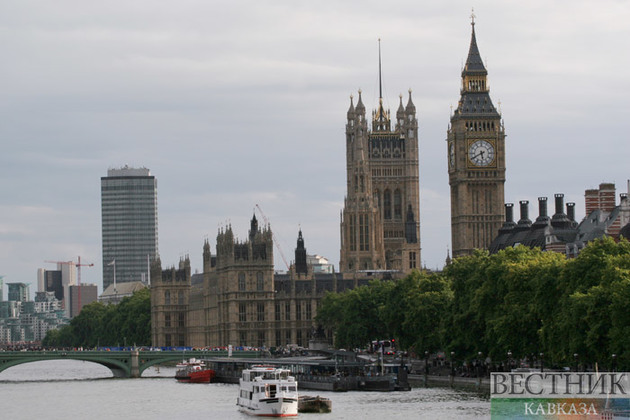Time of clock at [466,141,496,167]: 5:40
